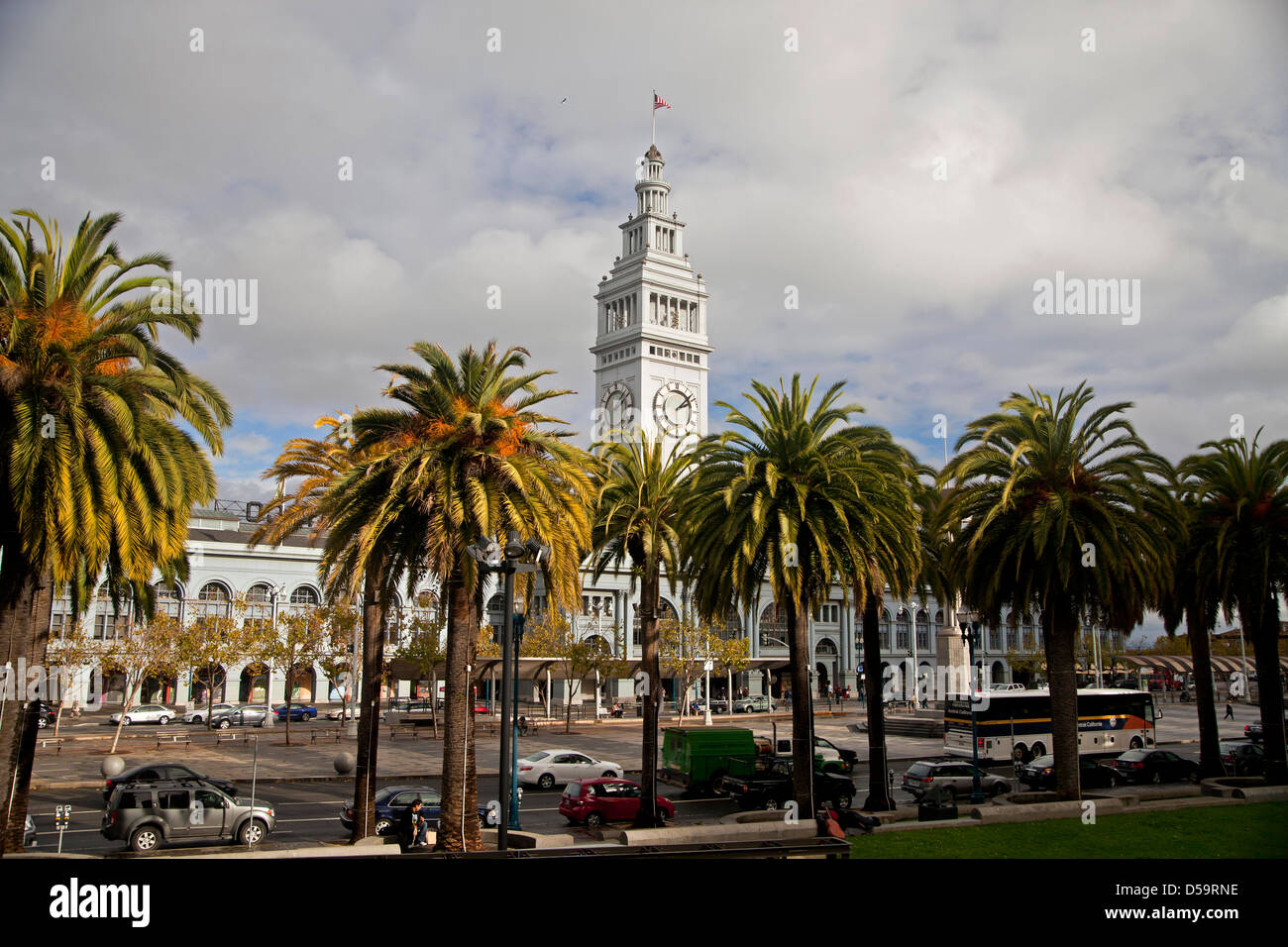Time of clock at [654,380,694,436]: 2:08
